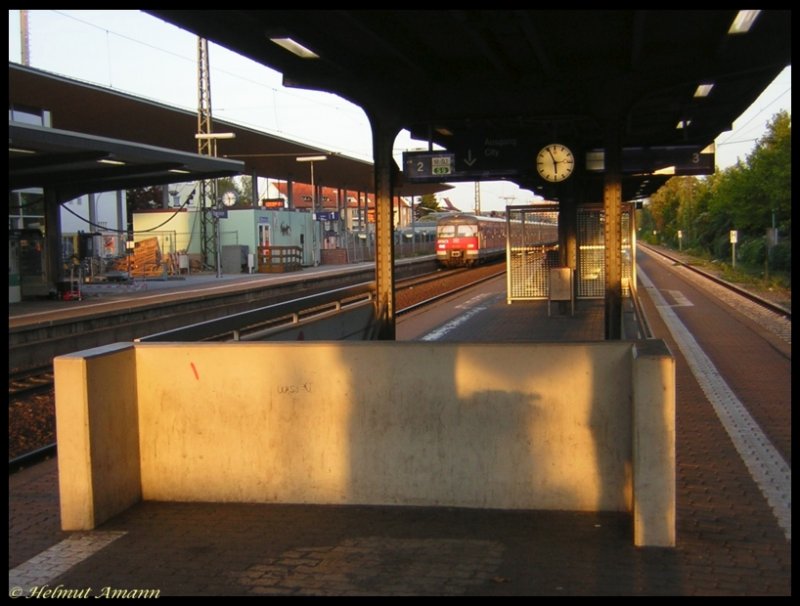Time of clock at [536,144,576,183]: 5:55
